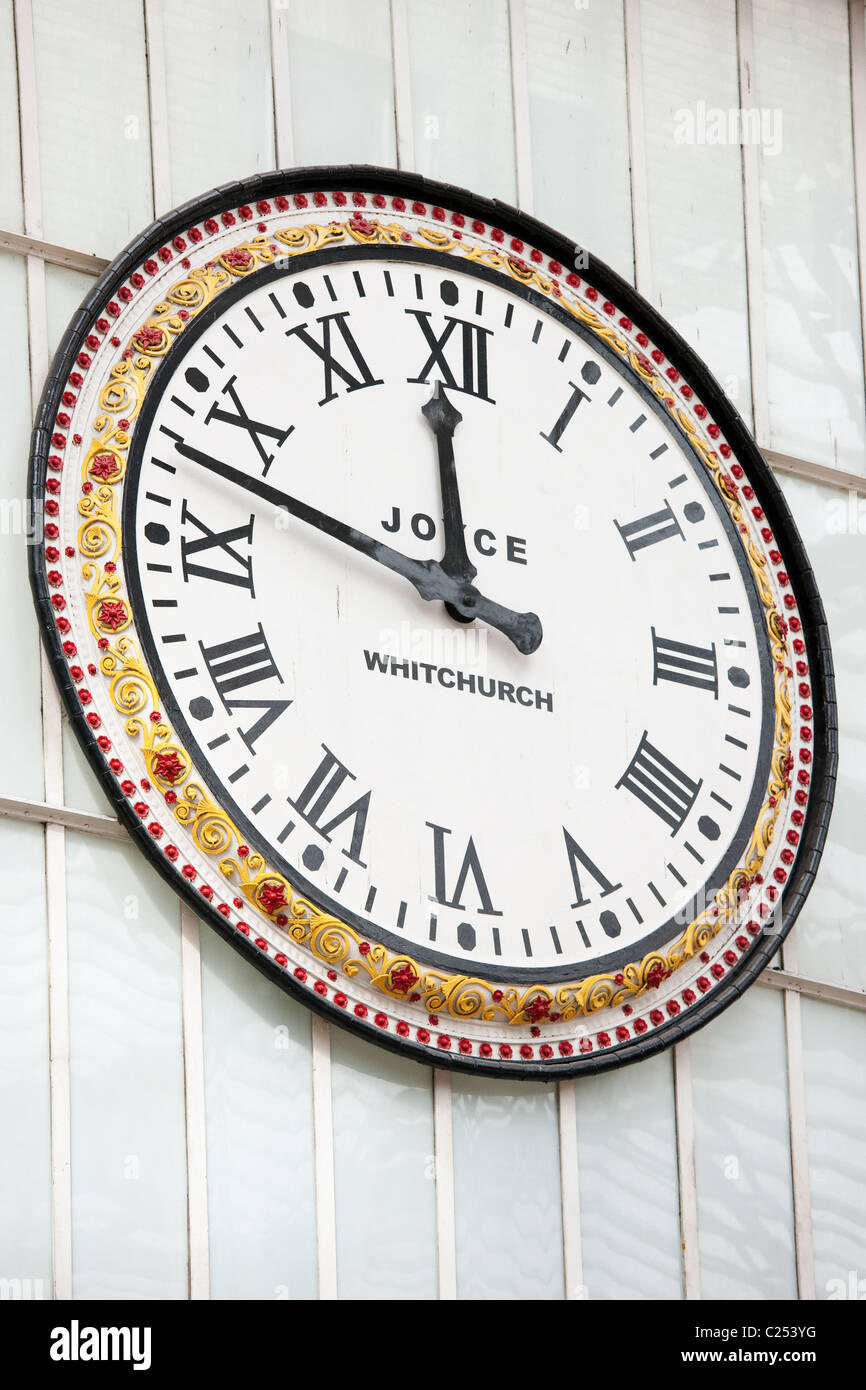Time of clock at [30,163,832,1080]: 11:47
